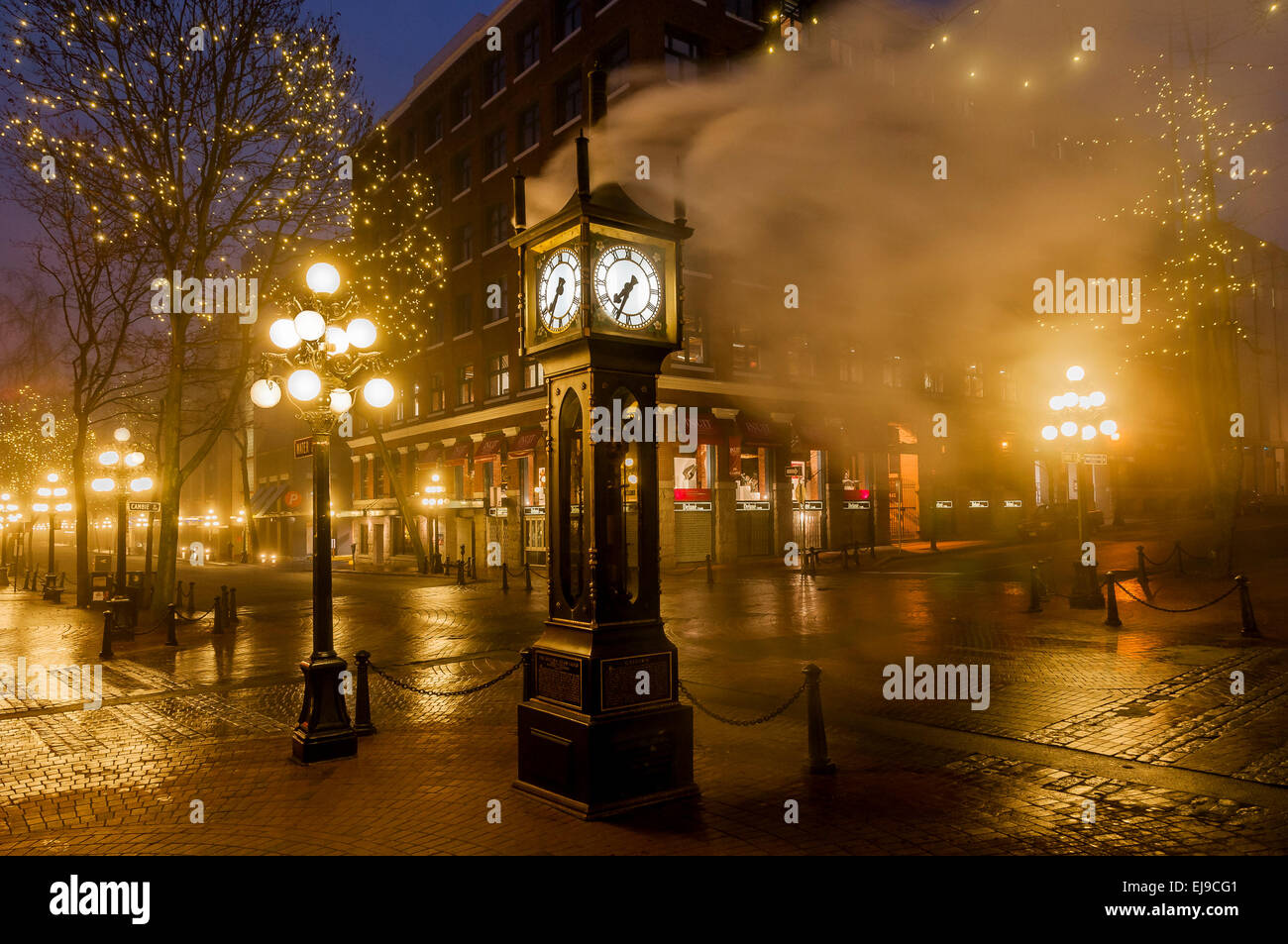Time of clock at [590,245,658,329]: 7:34
